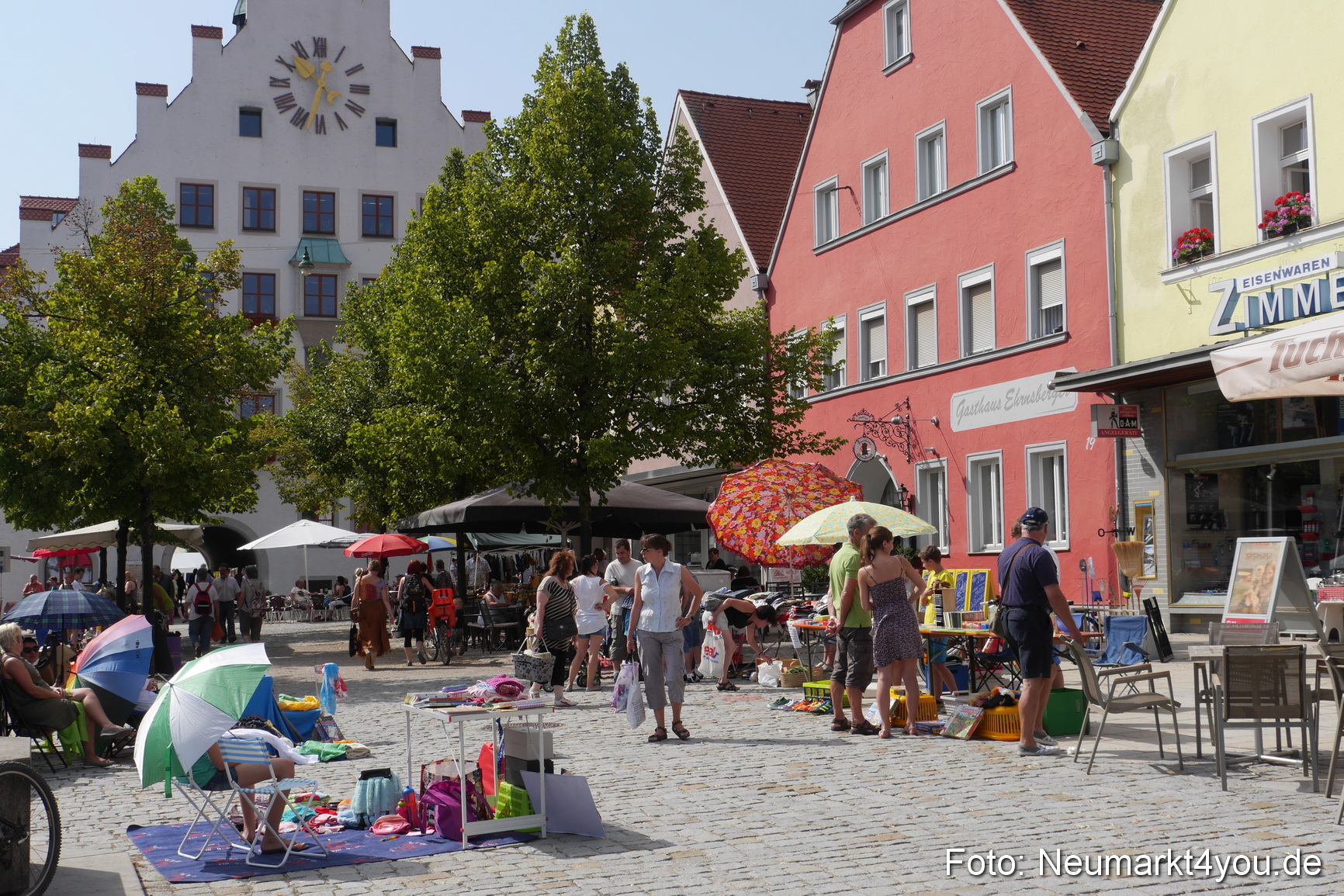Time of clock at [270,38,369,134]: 12:32
